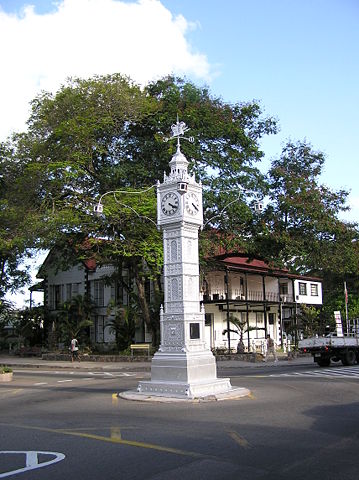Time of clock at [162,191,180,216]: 4:20
